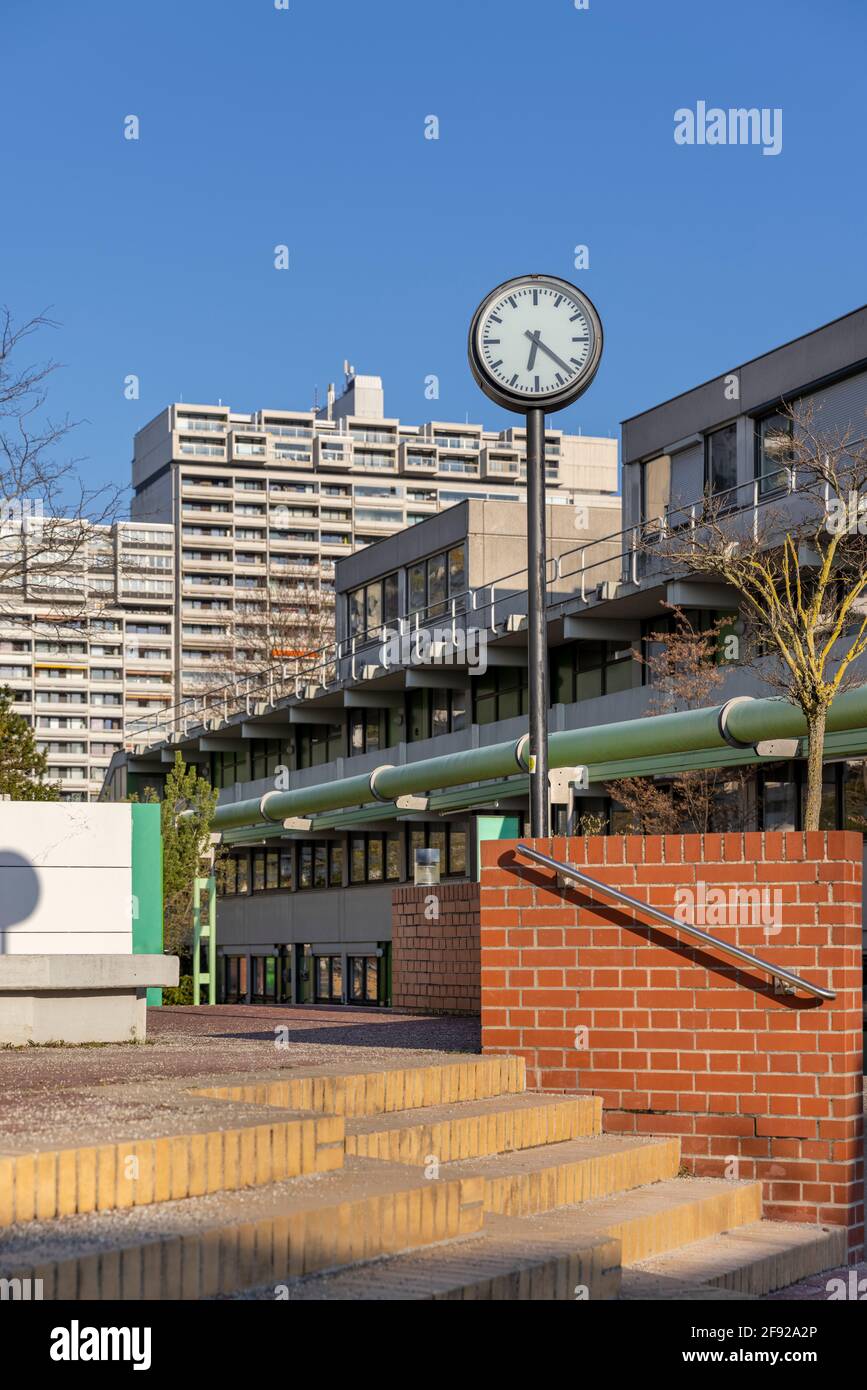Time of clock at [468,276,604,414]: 6:22
